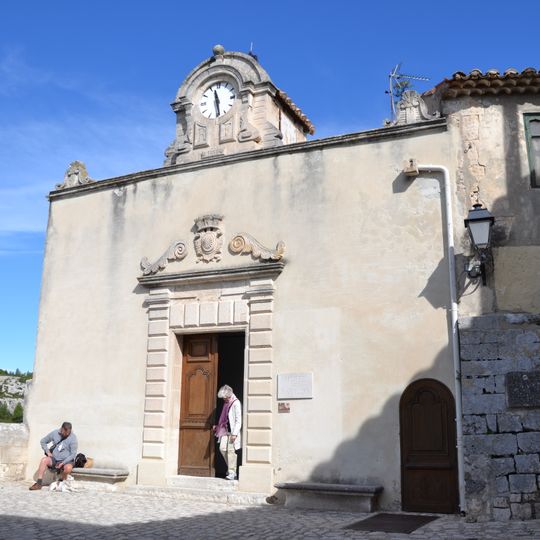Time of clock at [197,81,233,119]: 11:28
